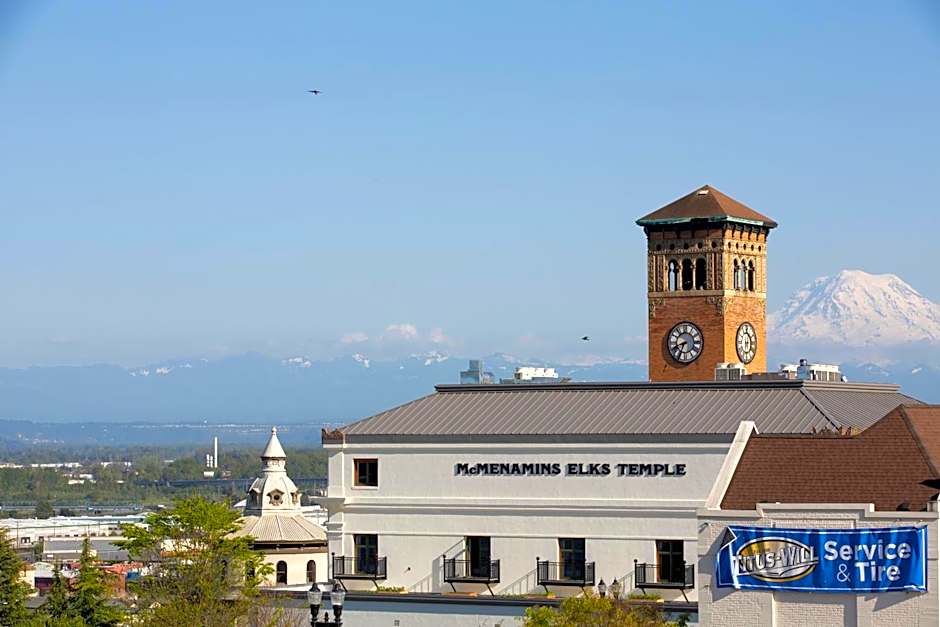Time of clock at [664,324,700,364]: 8:34
